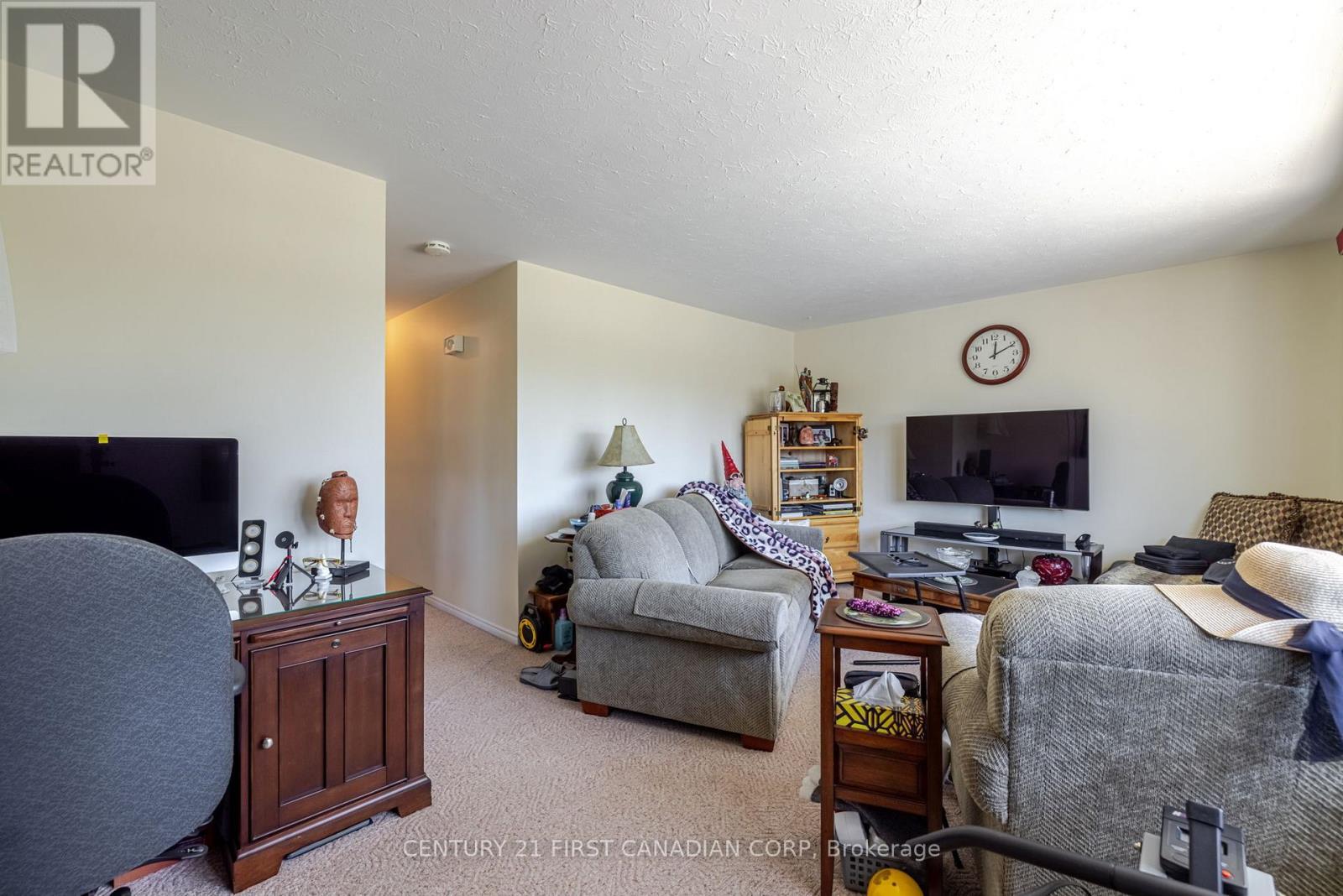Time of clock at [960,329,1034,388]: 12:10
